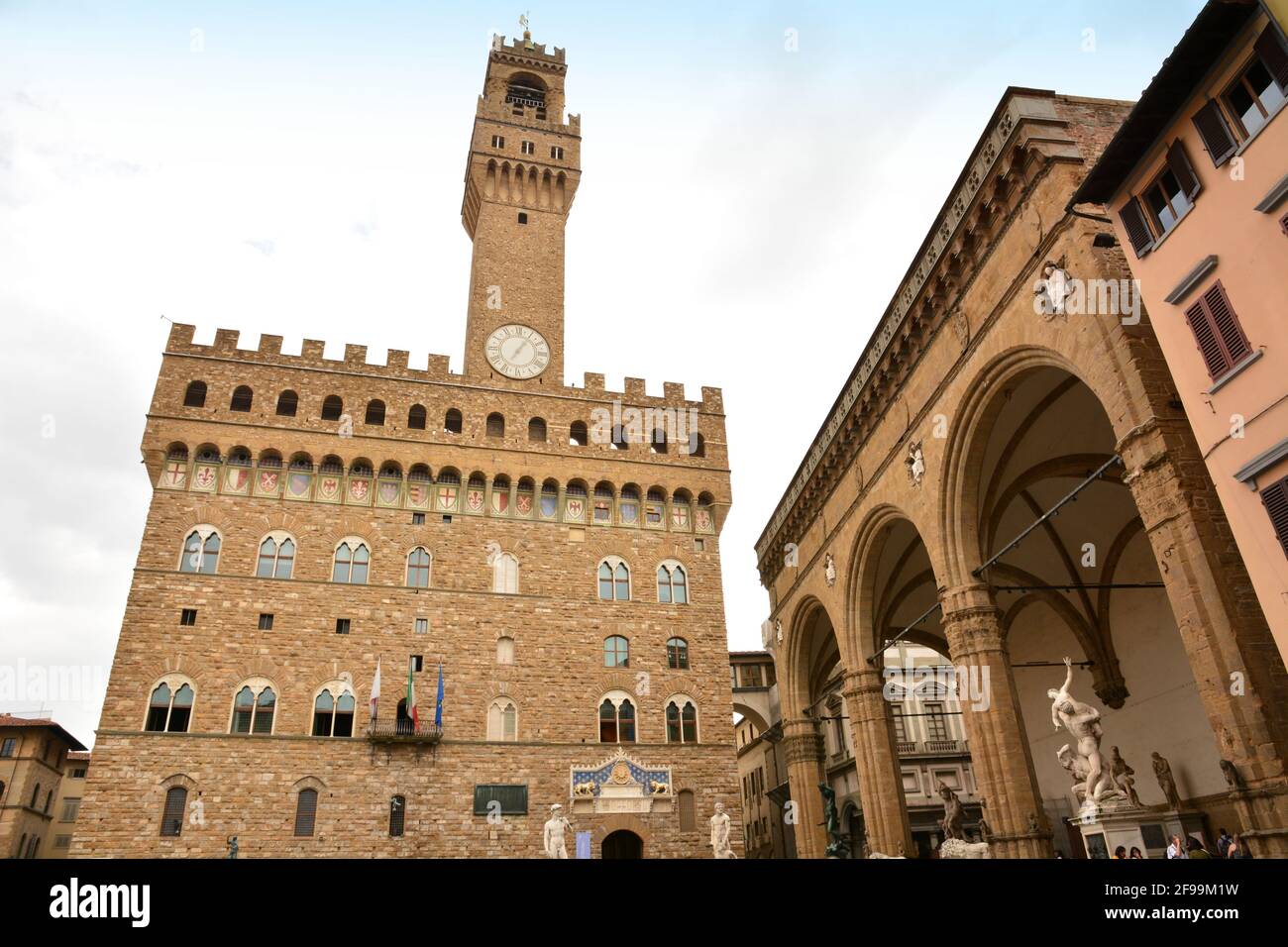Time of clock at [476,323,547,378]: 7:06
